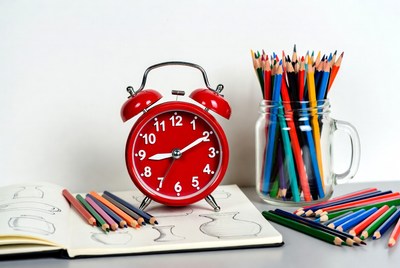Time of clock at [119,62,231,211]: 9:10
